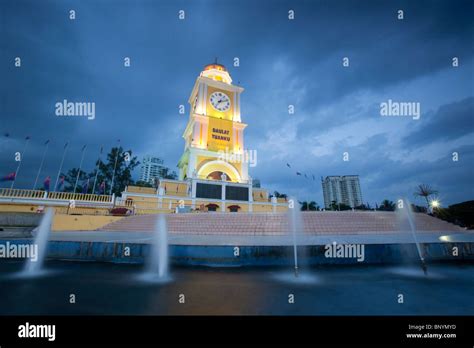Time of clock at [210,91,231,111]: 7:11
